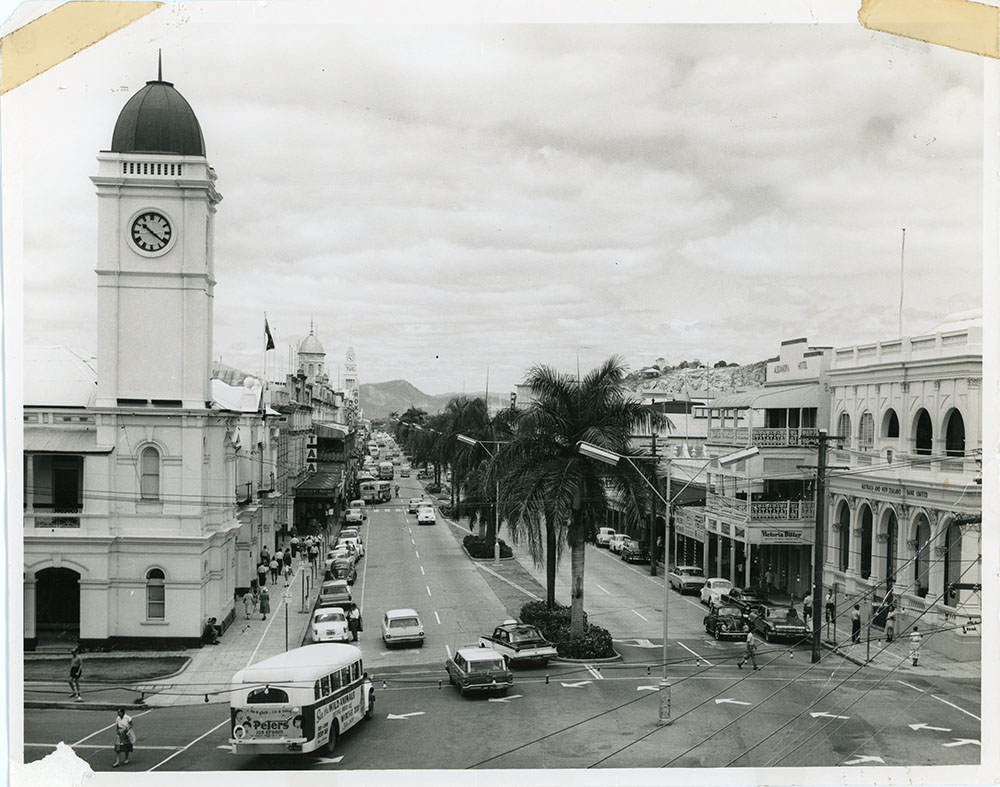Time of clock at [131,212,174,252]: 10:21
